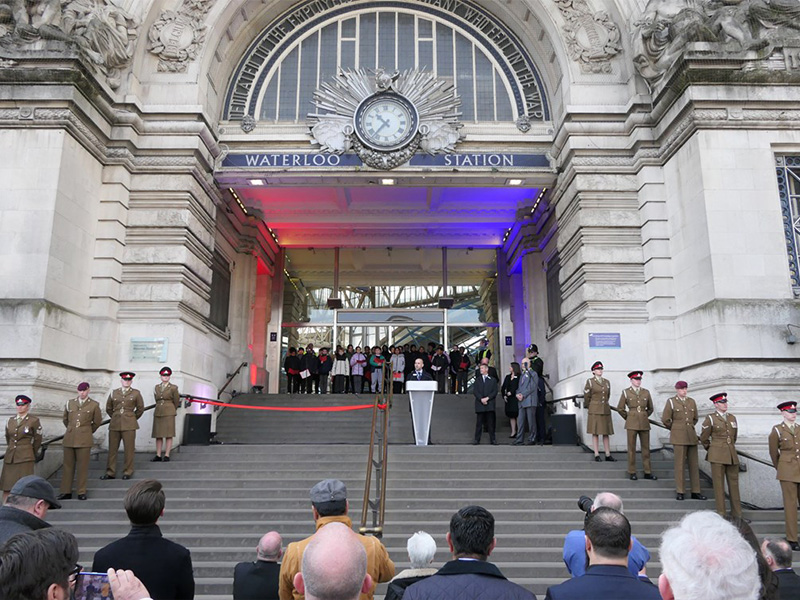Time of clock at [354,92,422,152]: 10:37
